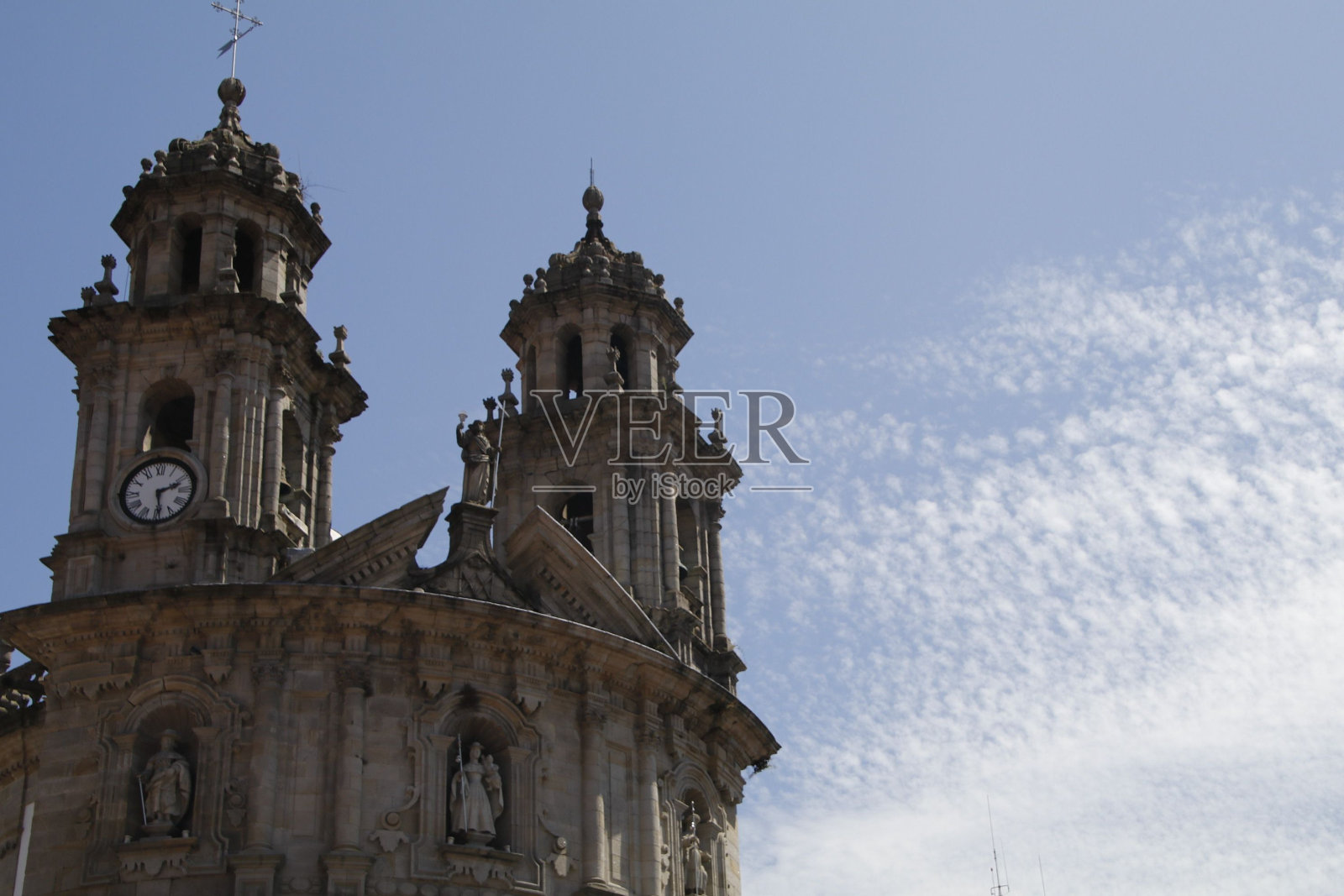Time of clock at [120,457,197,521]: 2:29
